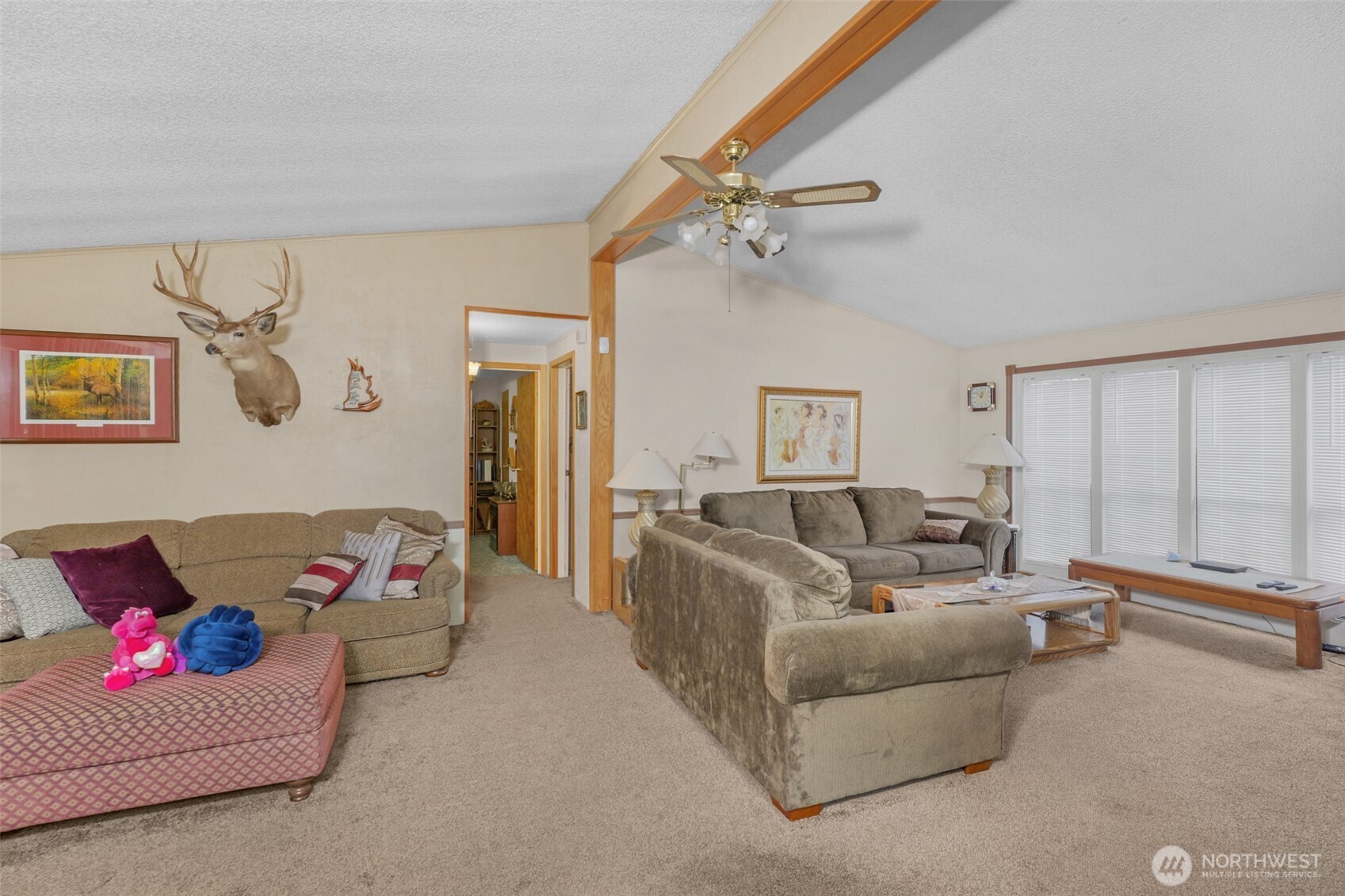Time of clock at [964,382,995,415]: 12:52
